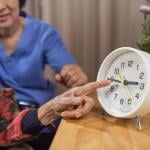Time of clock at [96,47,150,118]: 2:44
